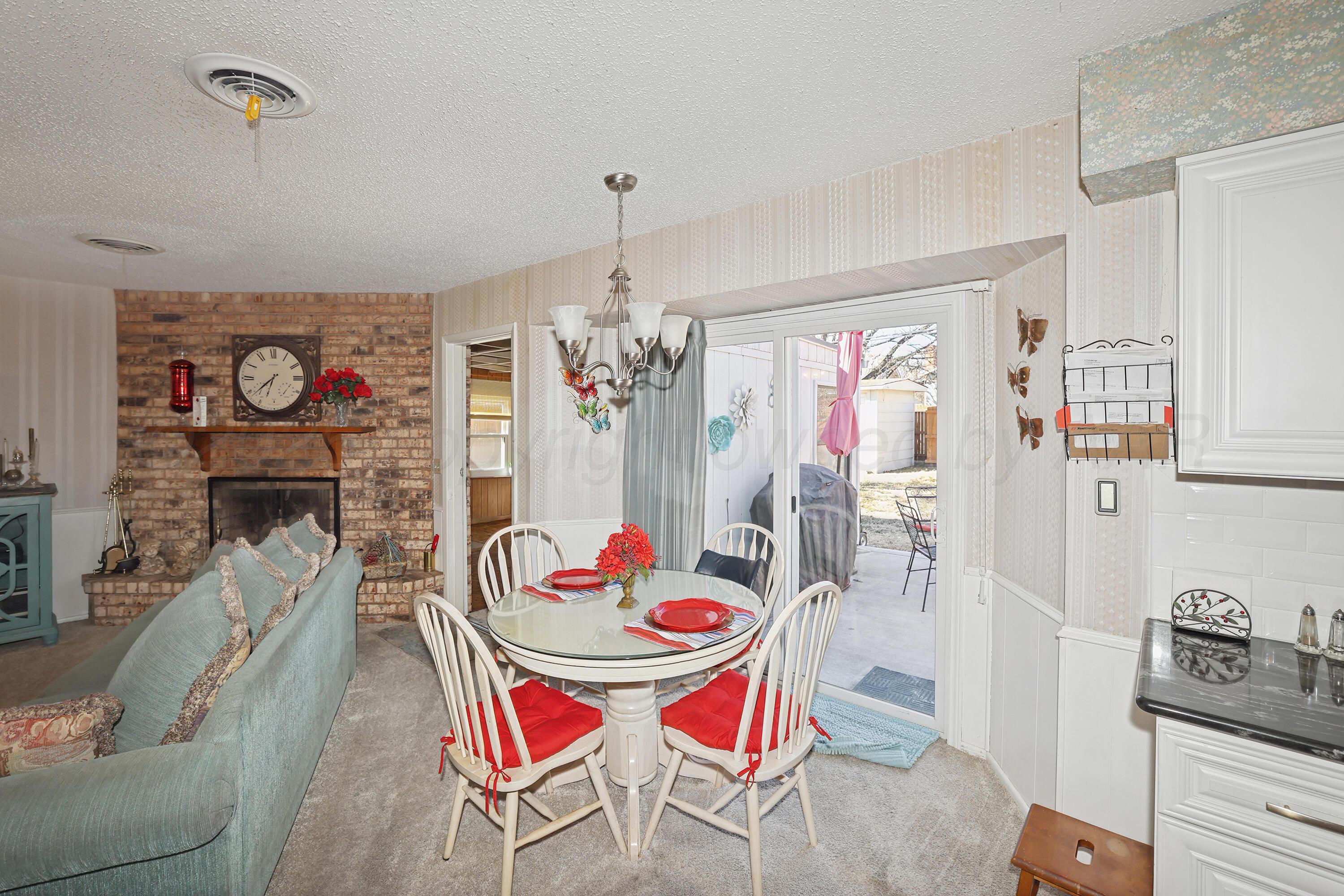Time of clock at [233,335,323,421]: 6:38
